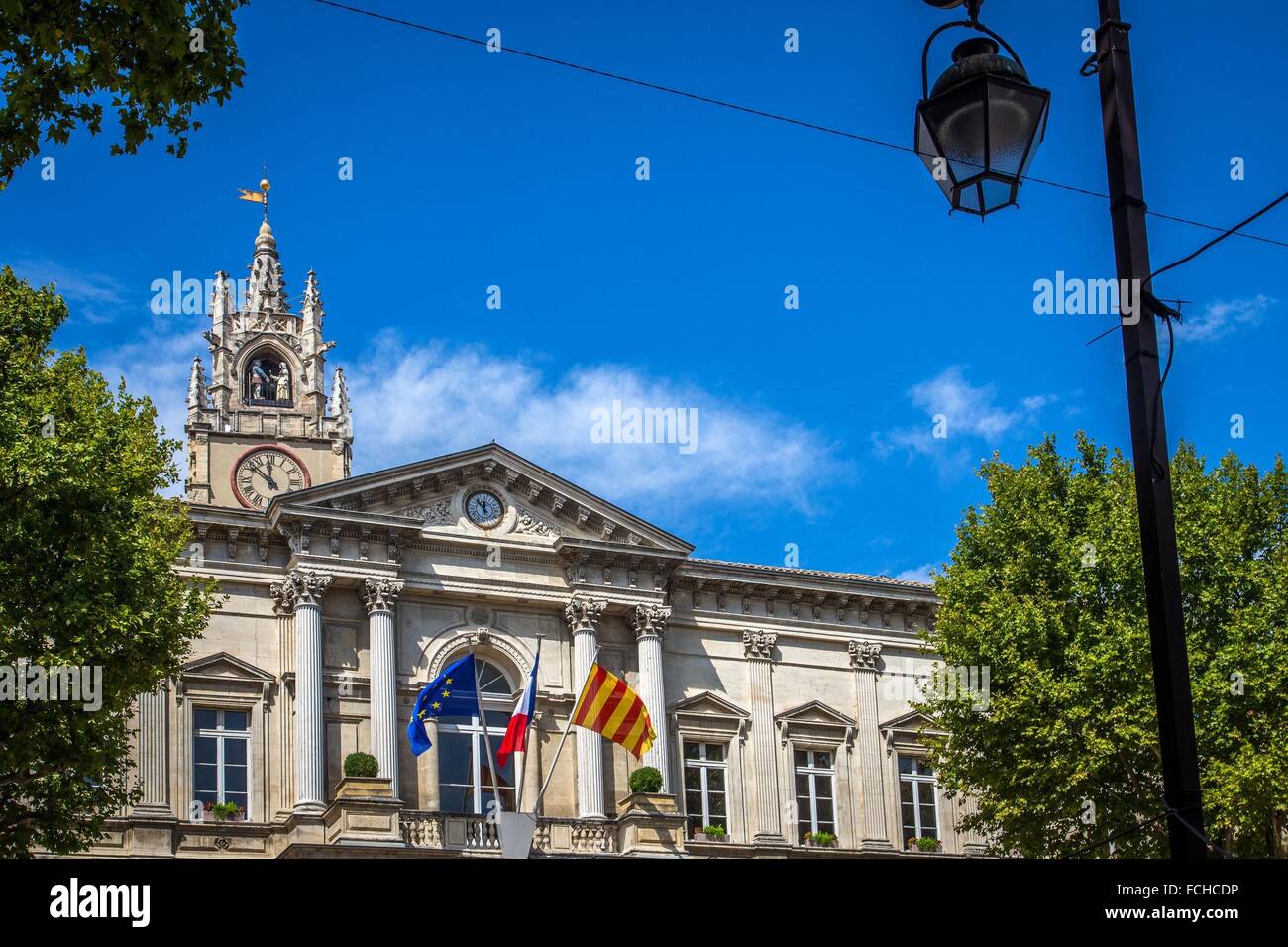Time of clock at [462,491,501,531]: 11:53
